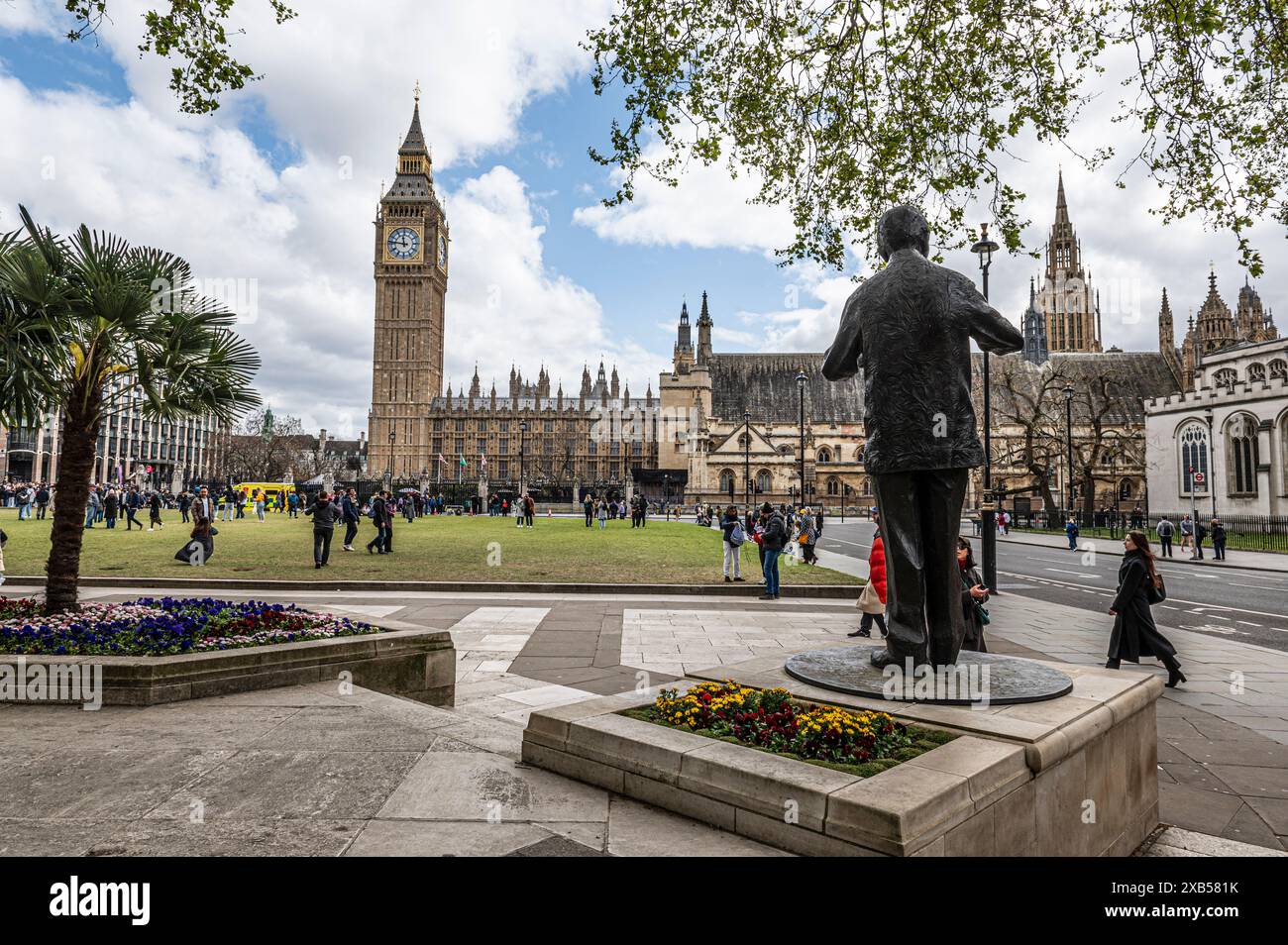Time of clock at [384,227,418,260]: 11:46
